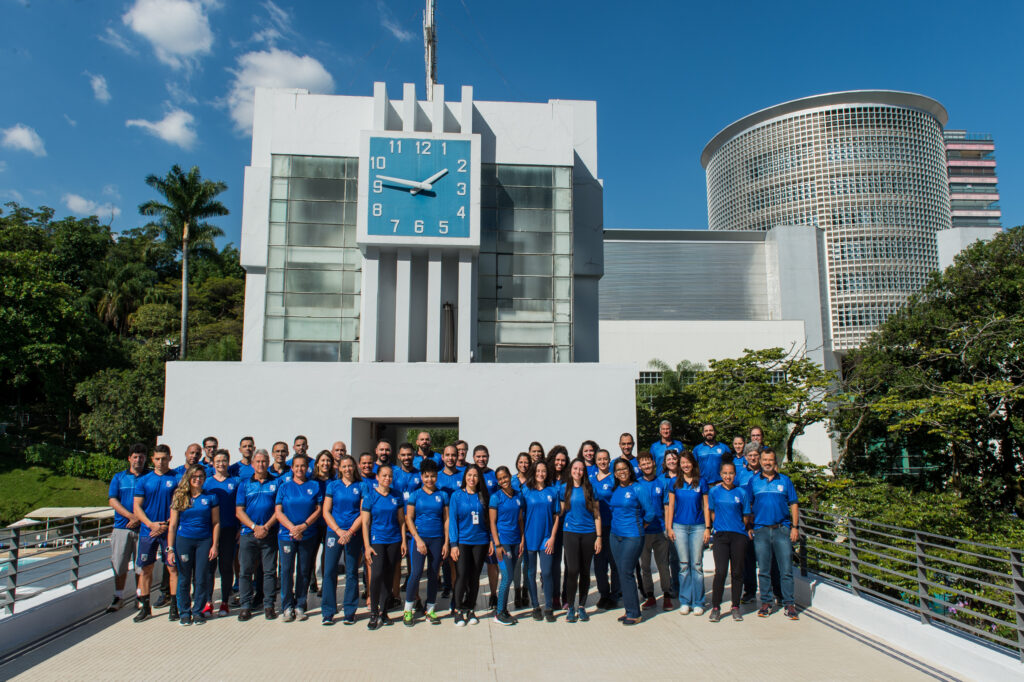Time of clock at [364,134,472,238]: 1:46
